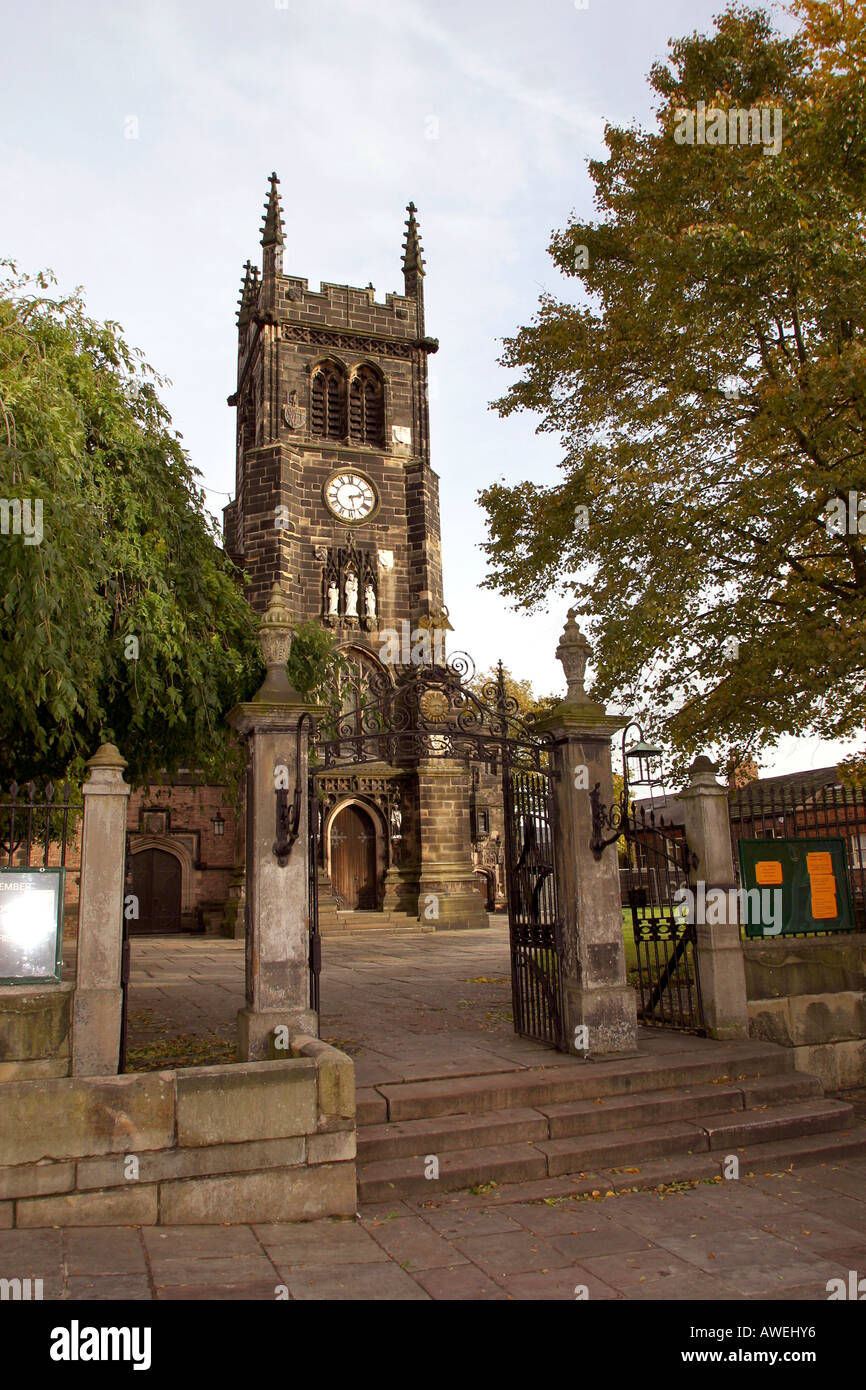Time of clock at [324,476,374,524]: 2:27
